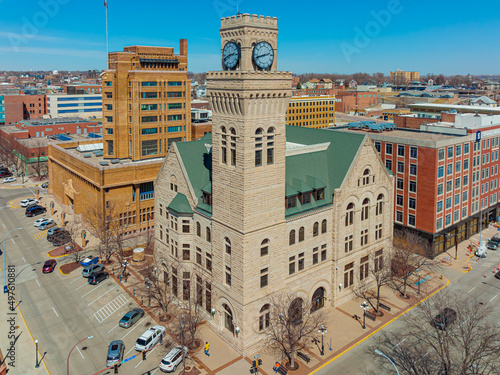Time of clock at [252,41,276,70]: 2:42
